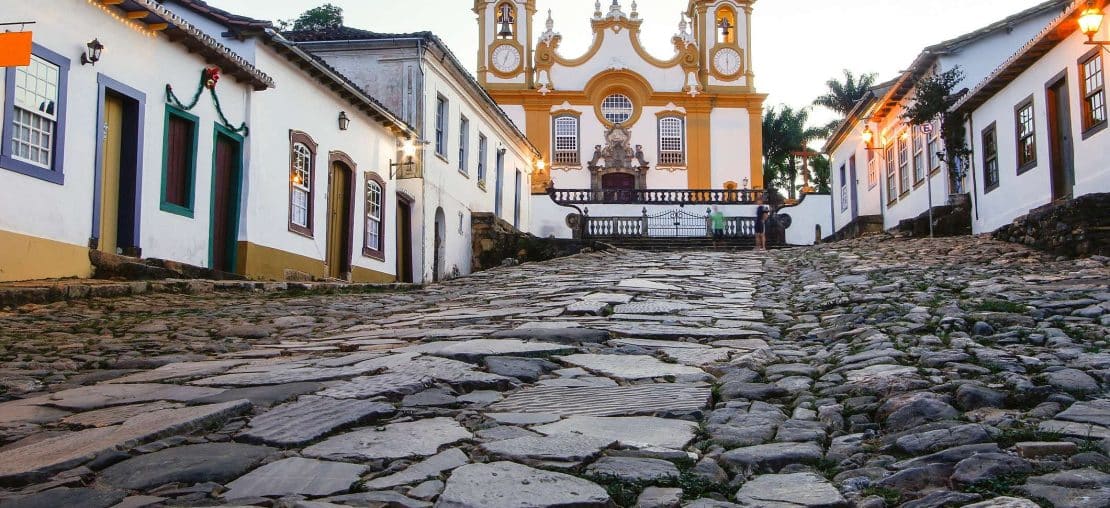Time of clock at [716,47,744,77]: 6:01
